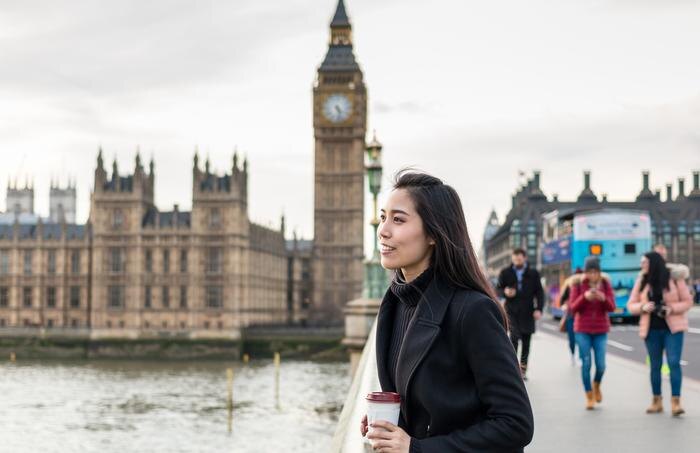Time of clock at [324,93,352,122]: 4:27
